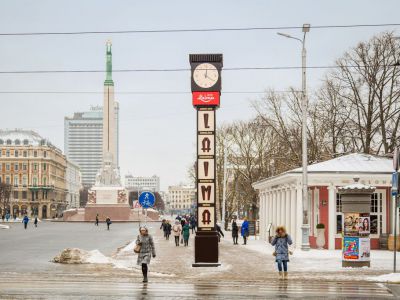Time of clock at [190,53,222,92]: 12:20
